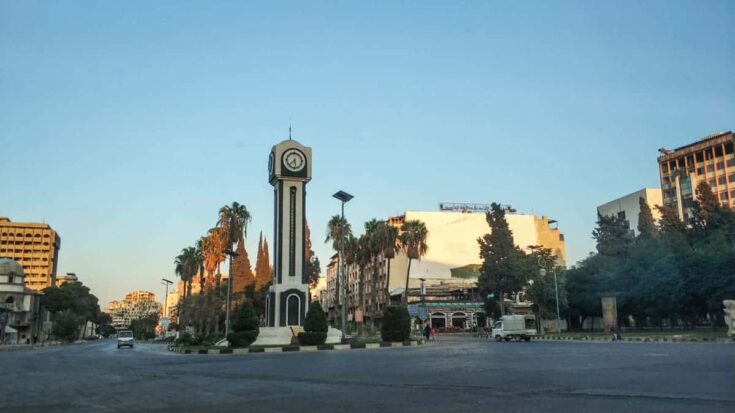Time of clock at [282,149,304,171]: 5:38
